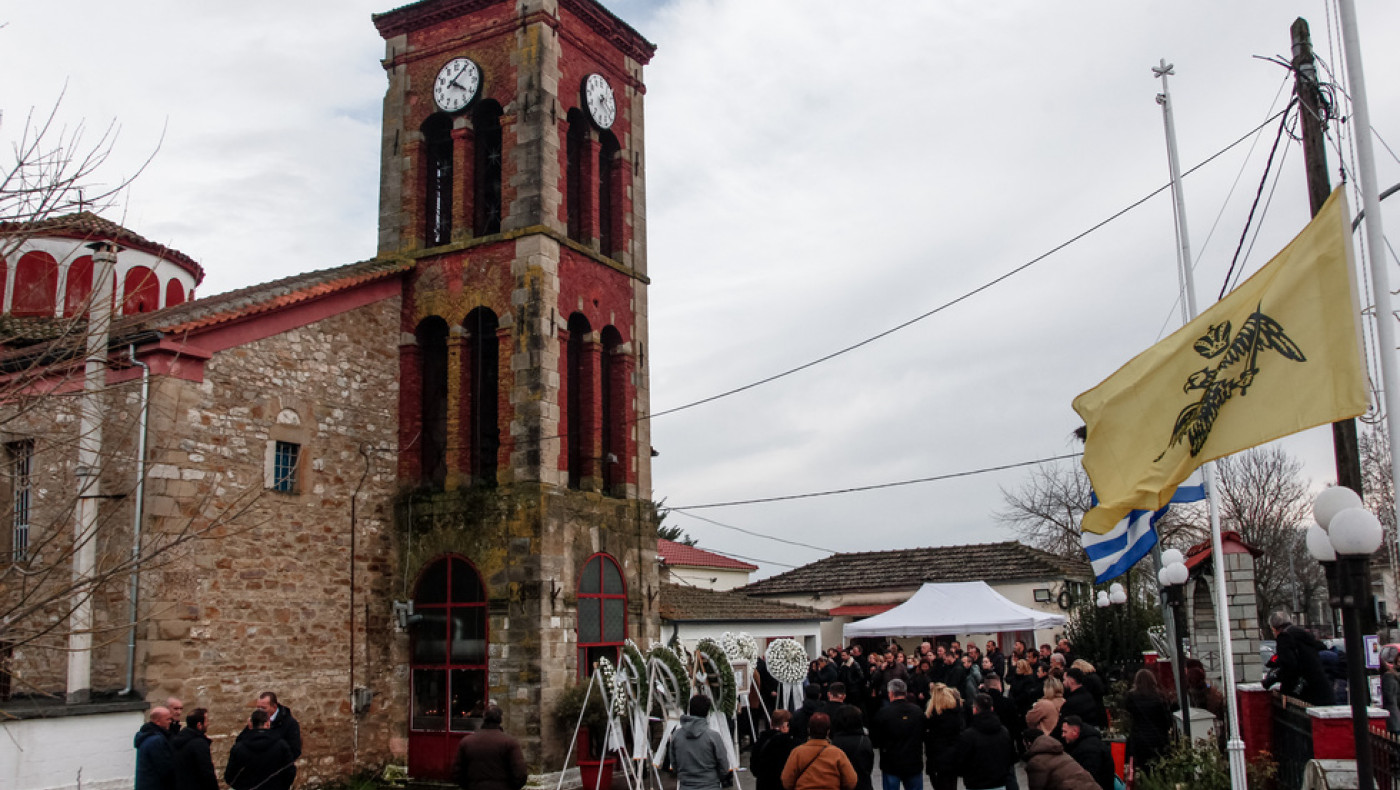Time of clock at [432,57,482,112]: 4:07
